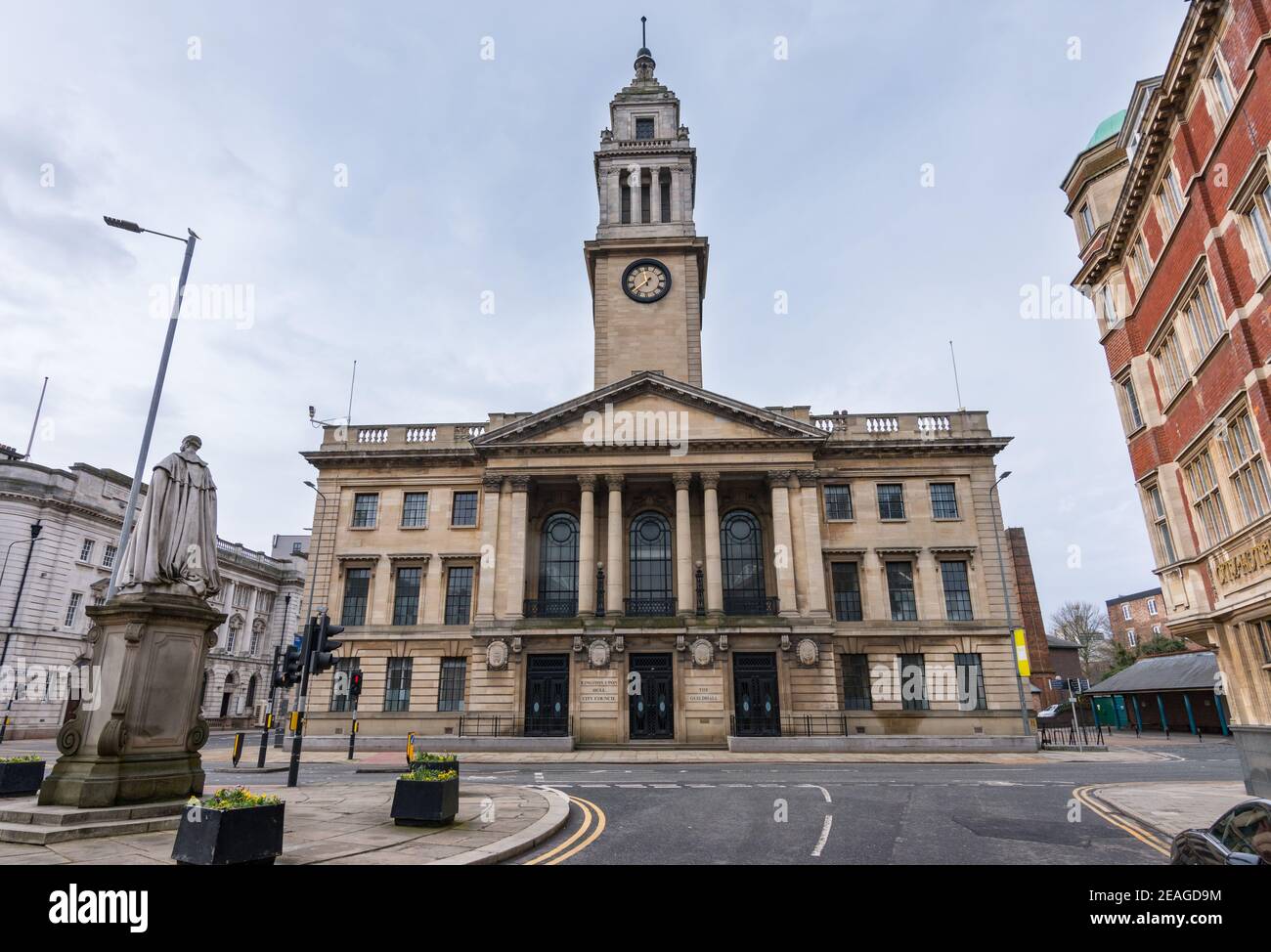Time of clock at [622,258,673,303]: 11:37
